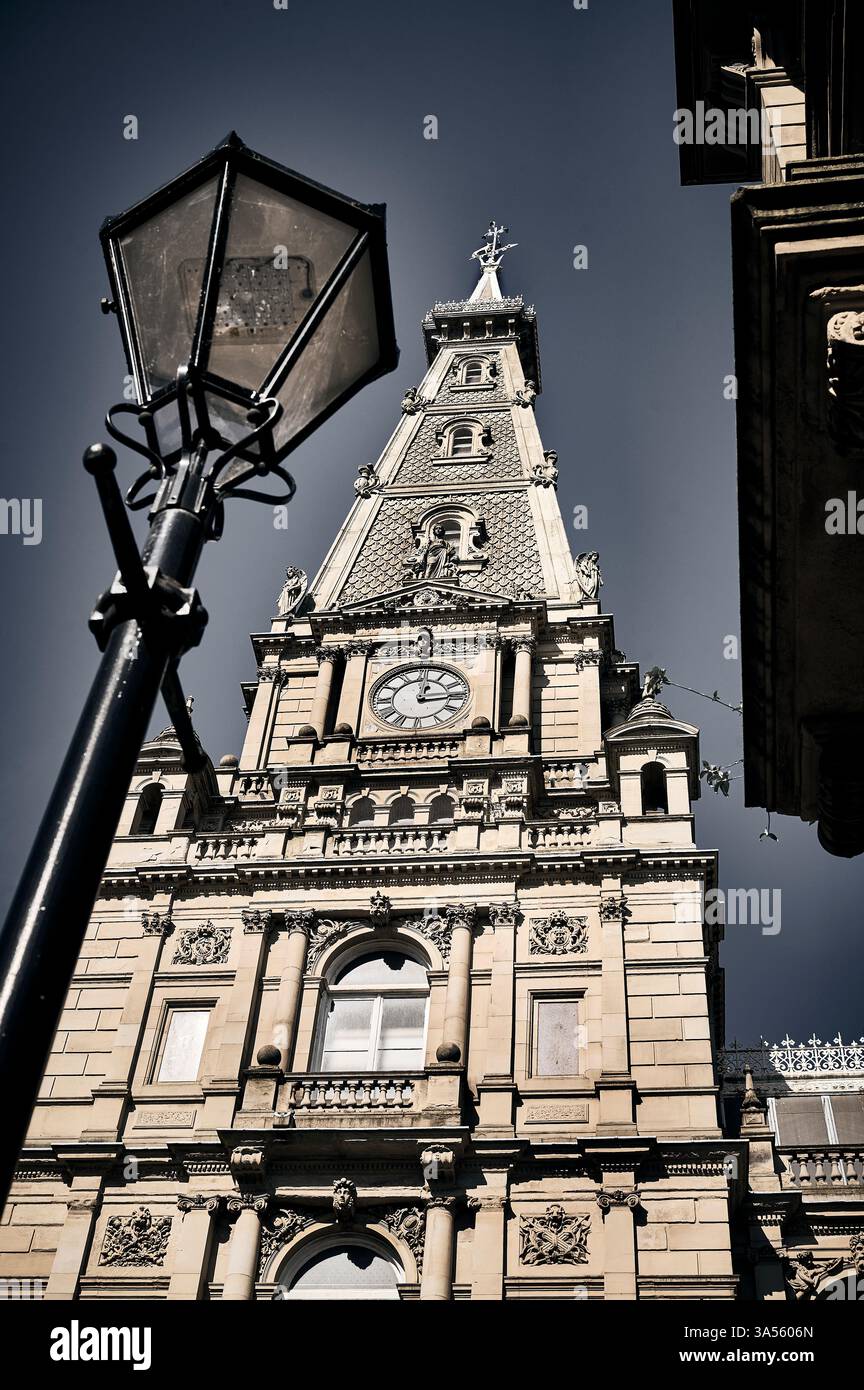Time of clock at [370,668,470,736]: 12:14
